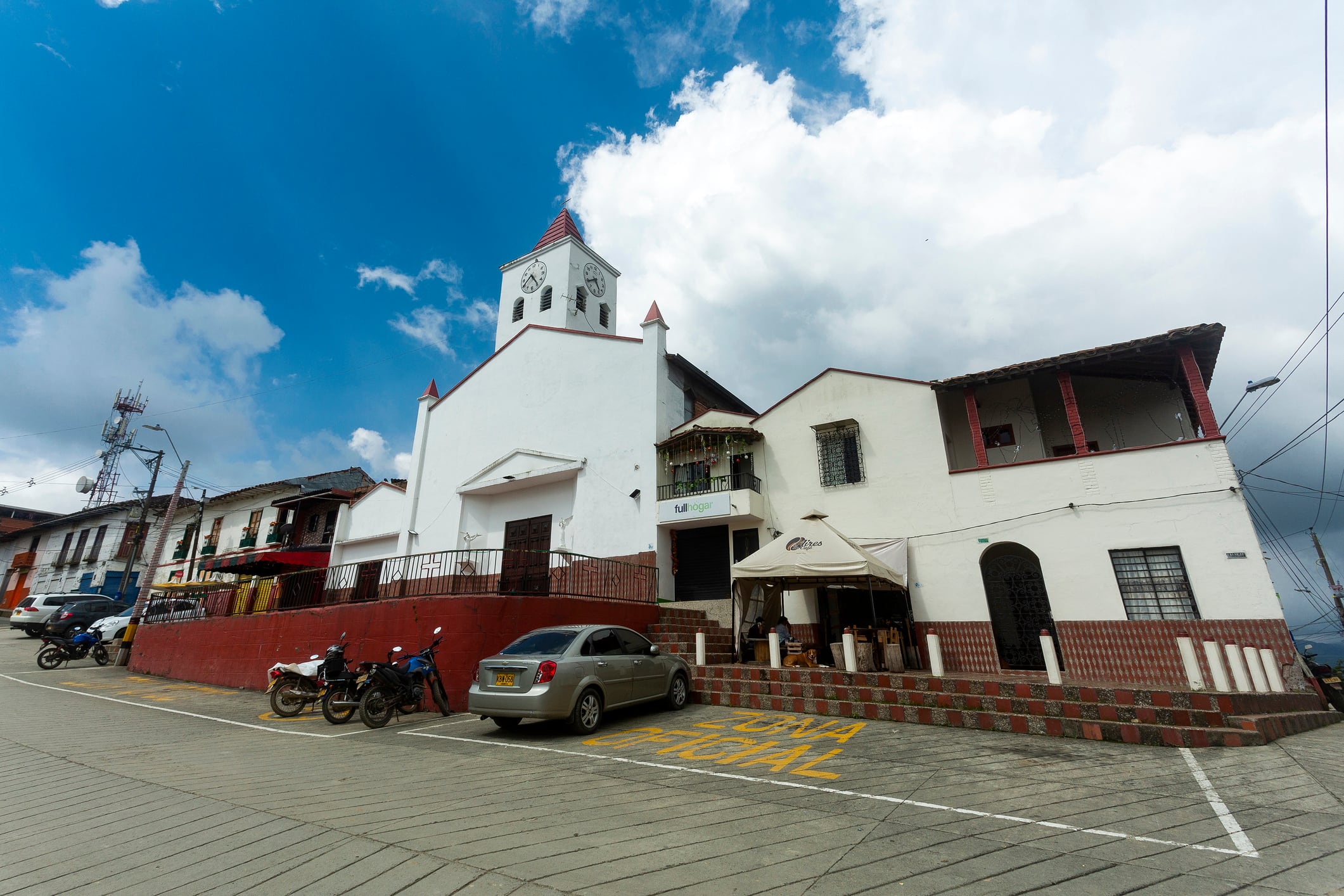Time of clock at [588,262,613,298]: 4:39
